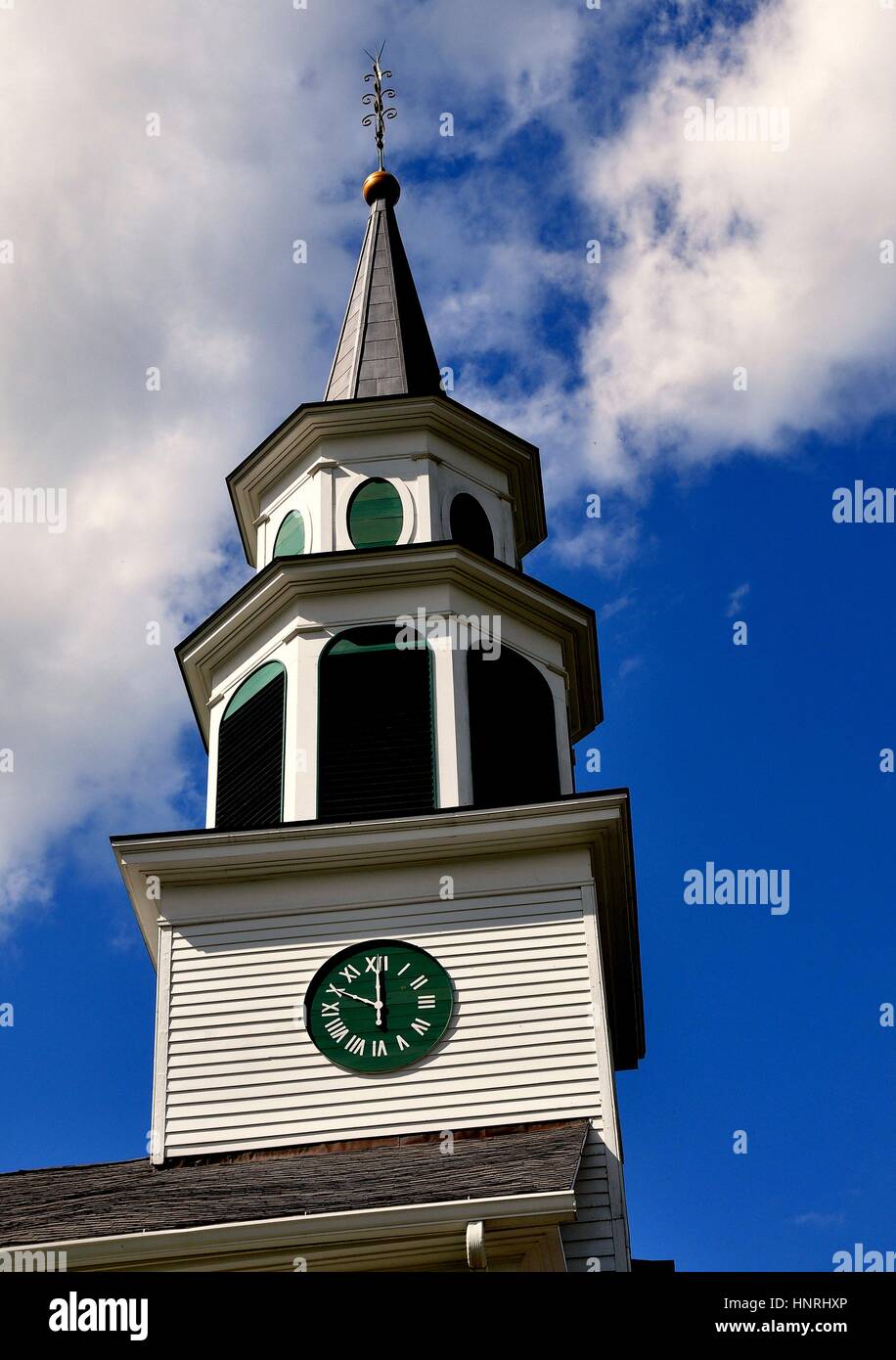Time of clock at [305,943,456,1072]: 10:00
